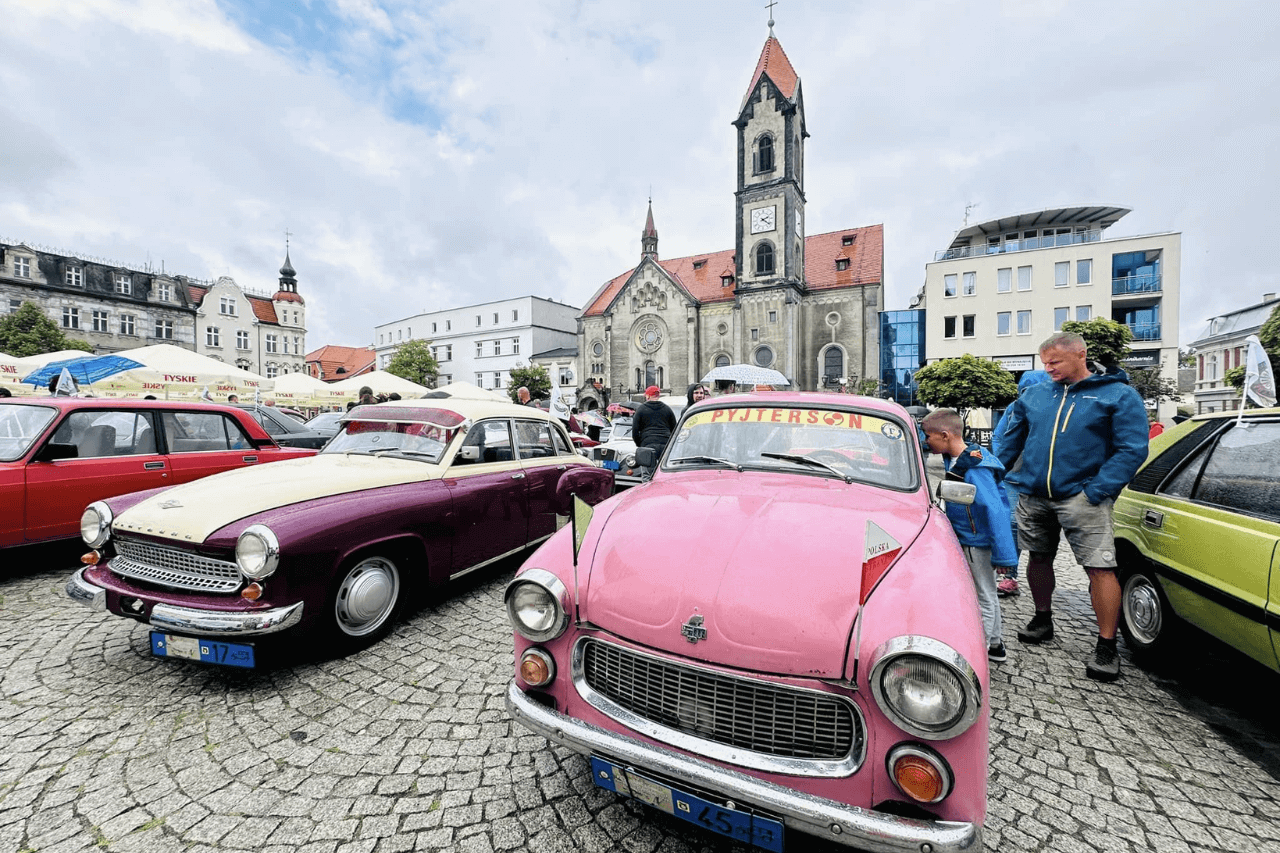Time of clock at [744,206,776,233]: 2:21
